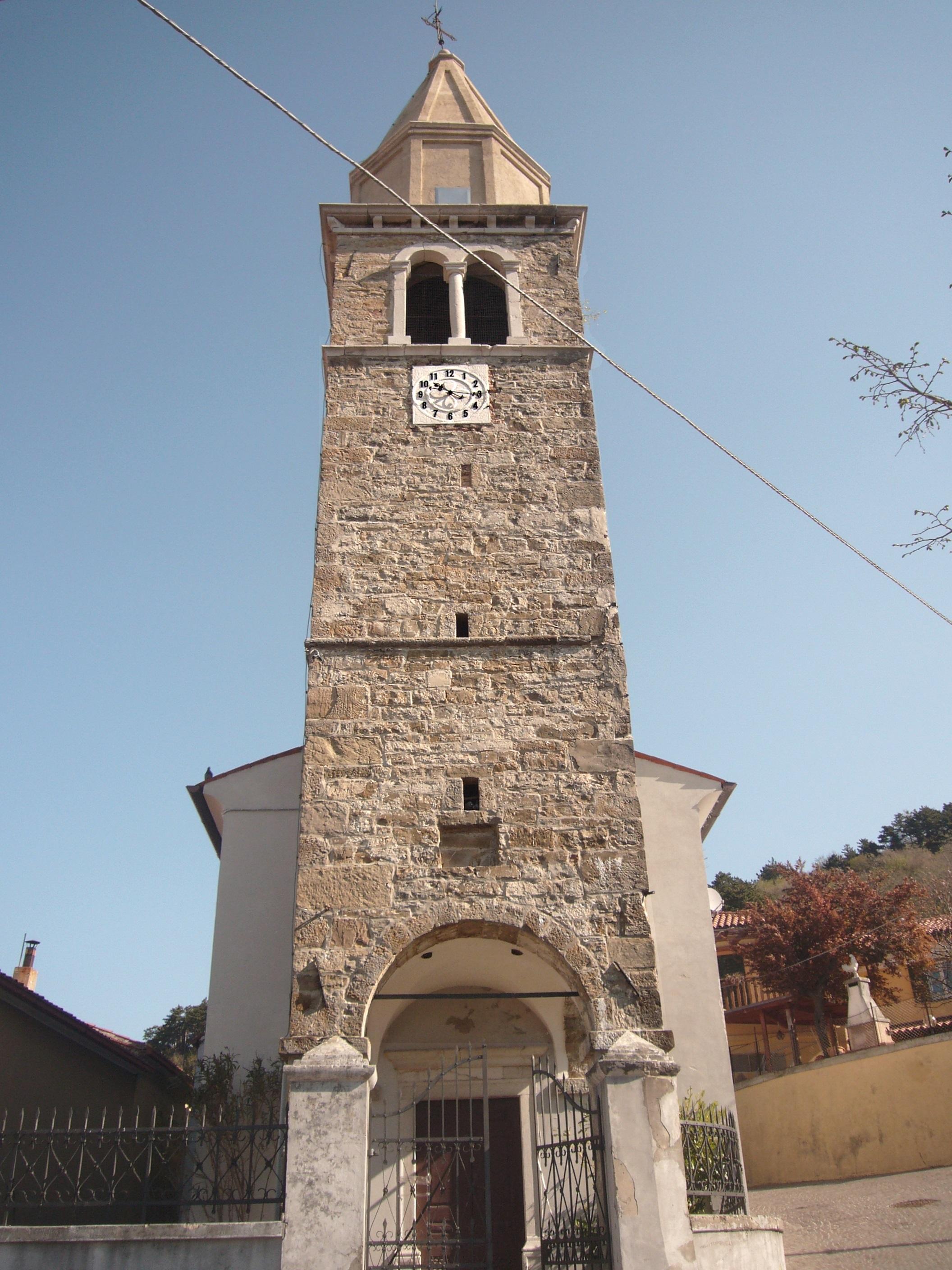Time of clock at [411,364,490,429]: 10:15
